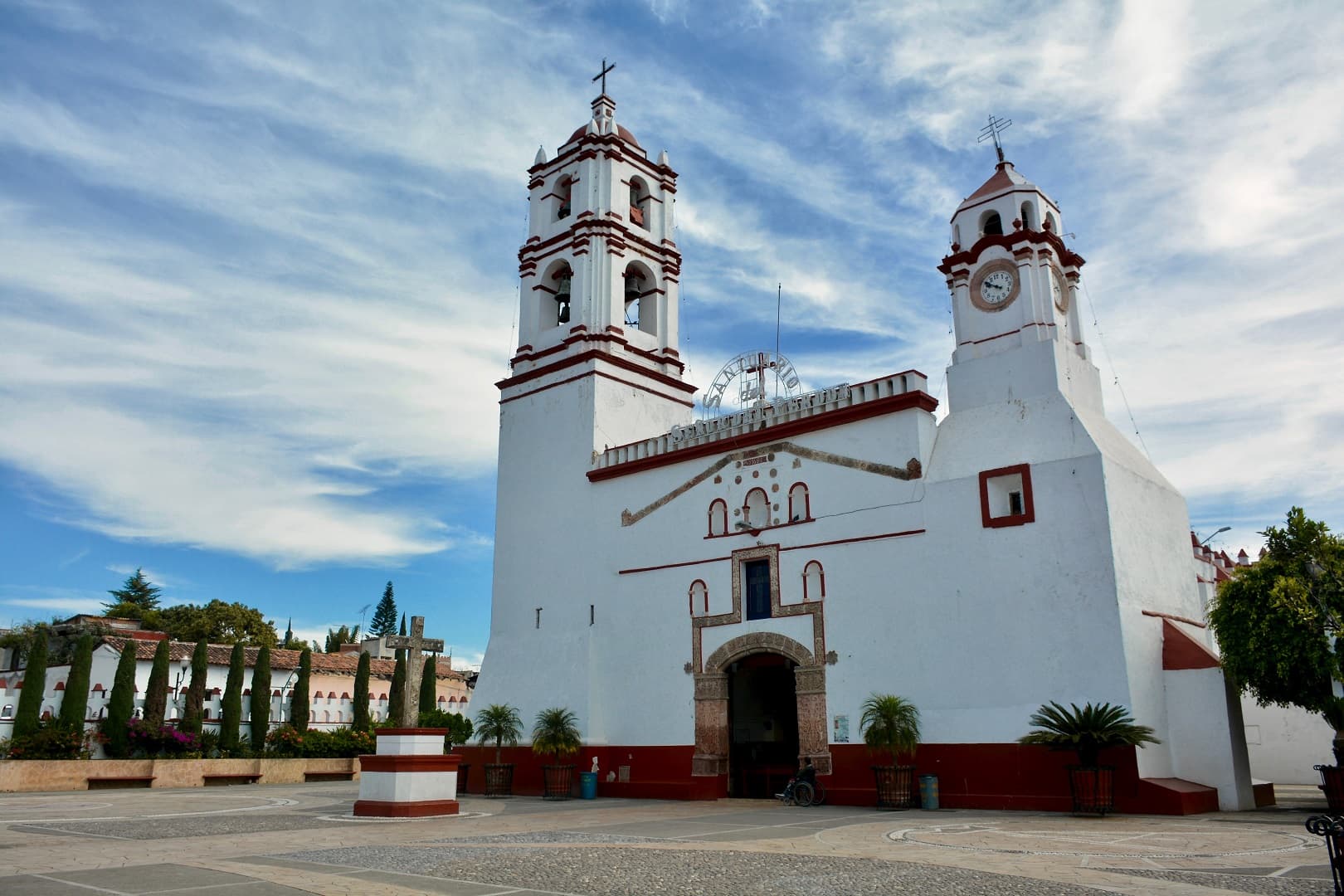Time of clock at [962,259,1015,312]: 9:50
